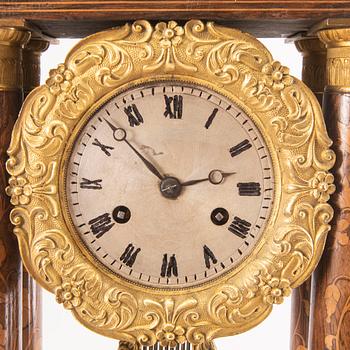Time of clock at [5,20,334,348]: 2:52
